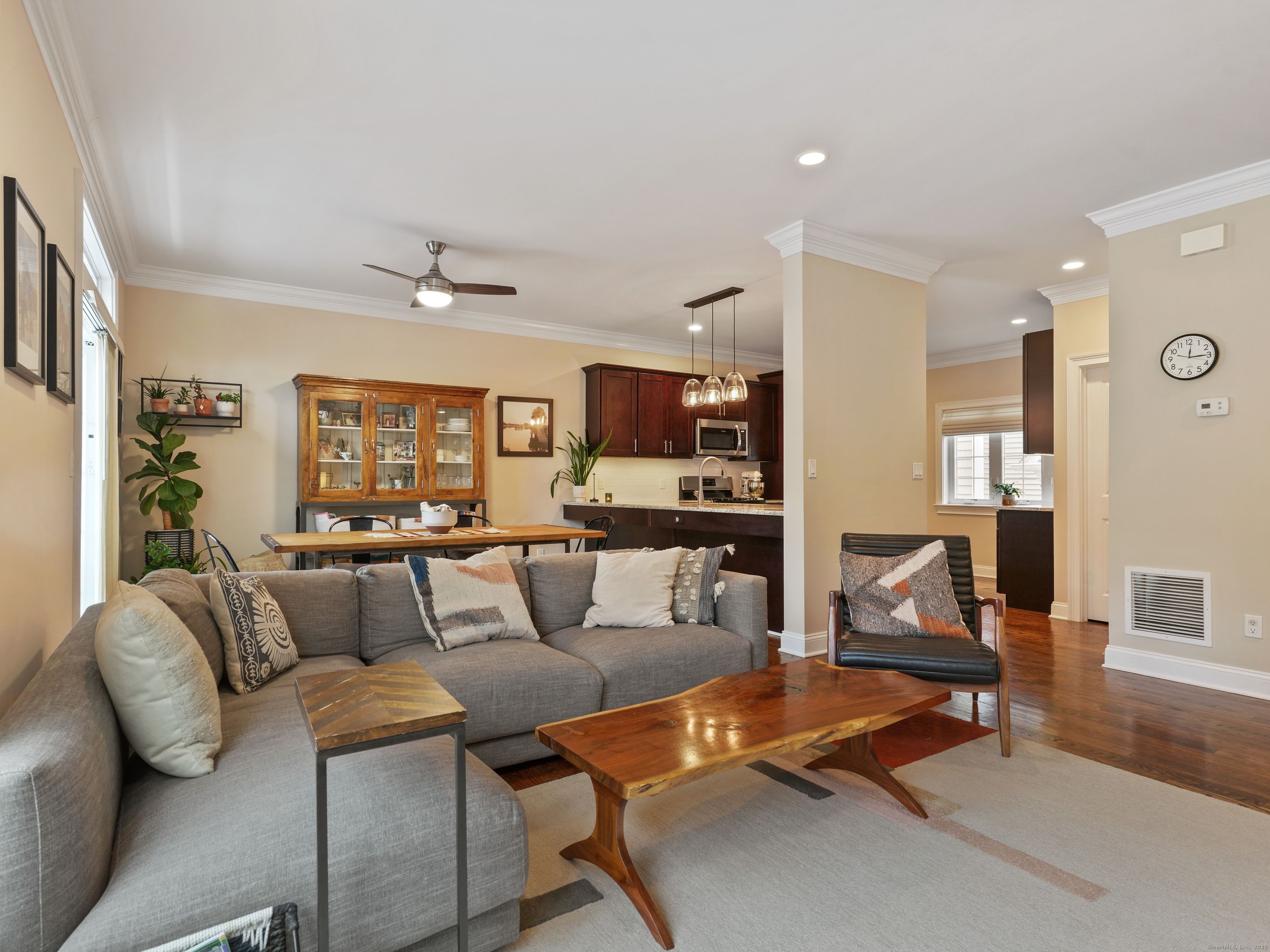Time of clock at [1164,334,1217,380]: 12:14
